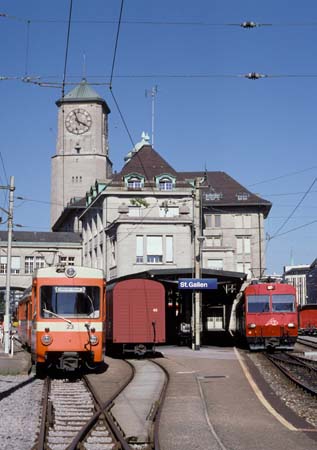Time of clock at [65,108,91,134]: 3:56
